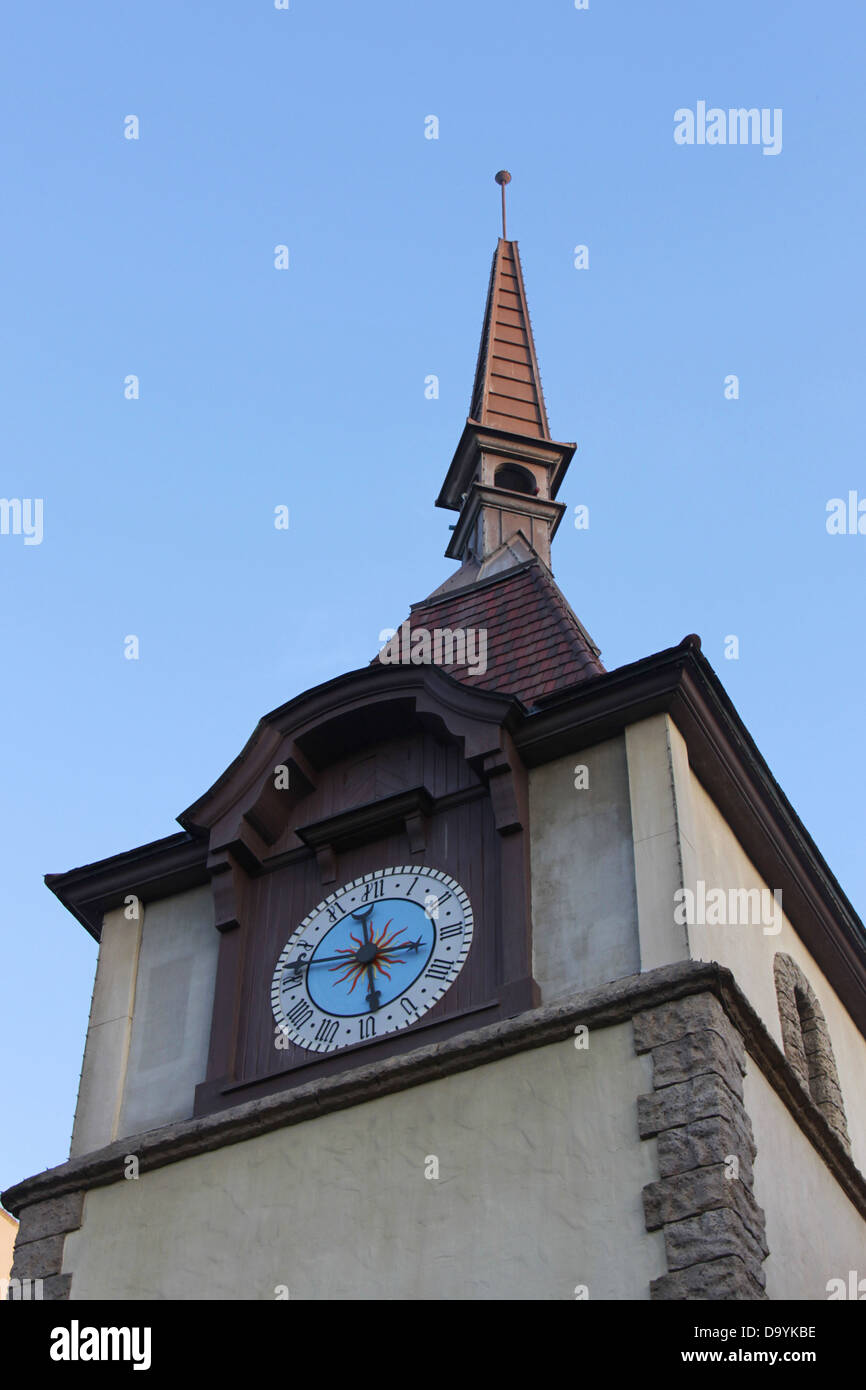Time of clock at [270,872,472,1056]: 3:28
